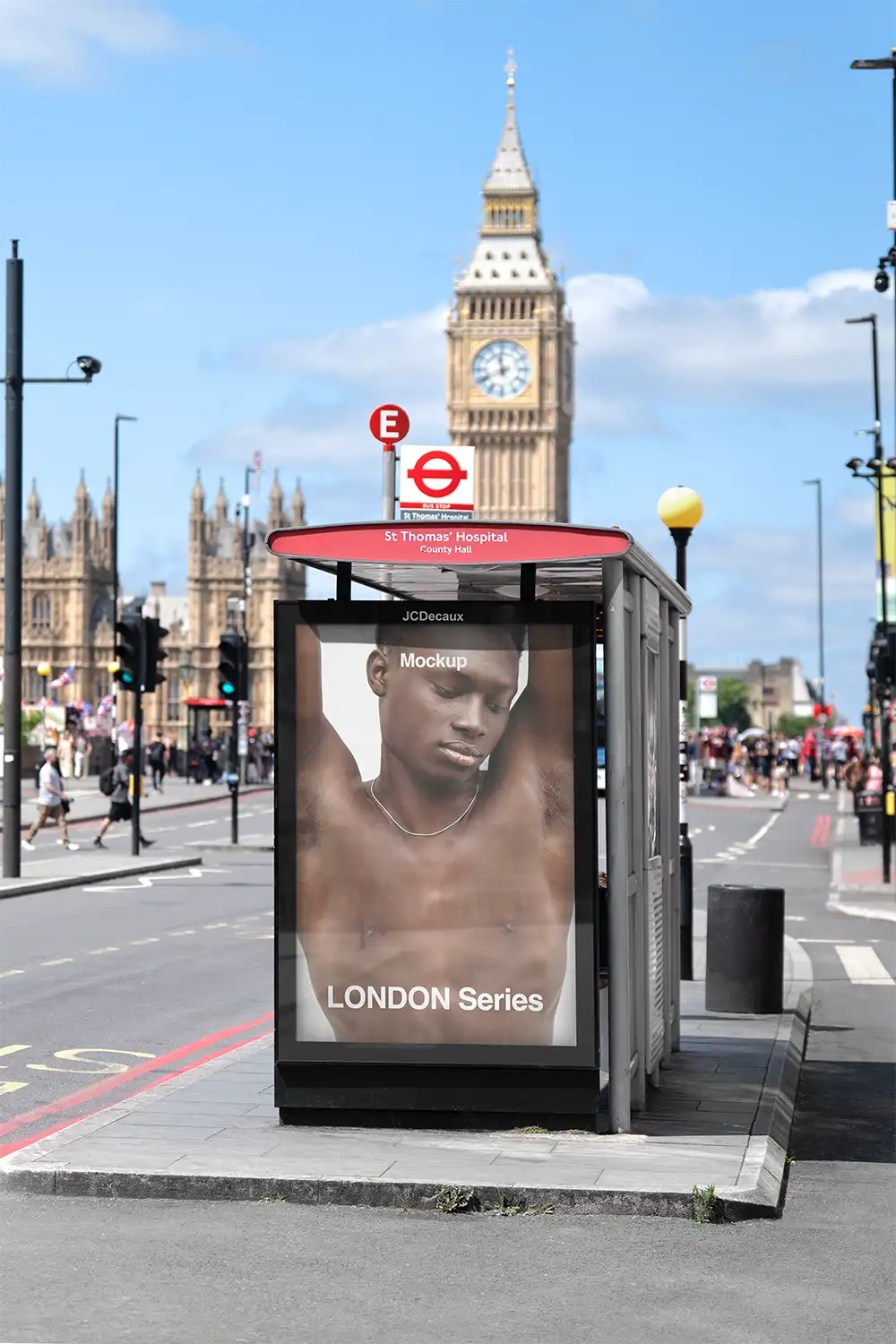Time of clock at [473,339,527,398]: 11:41
